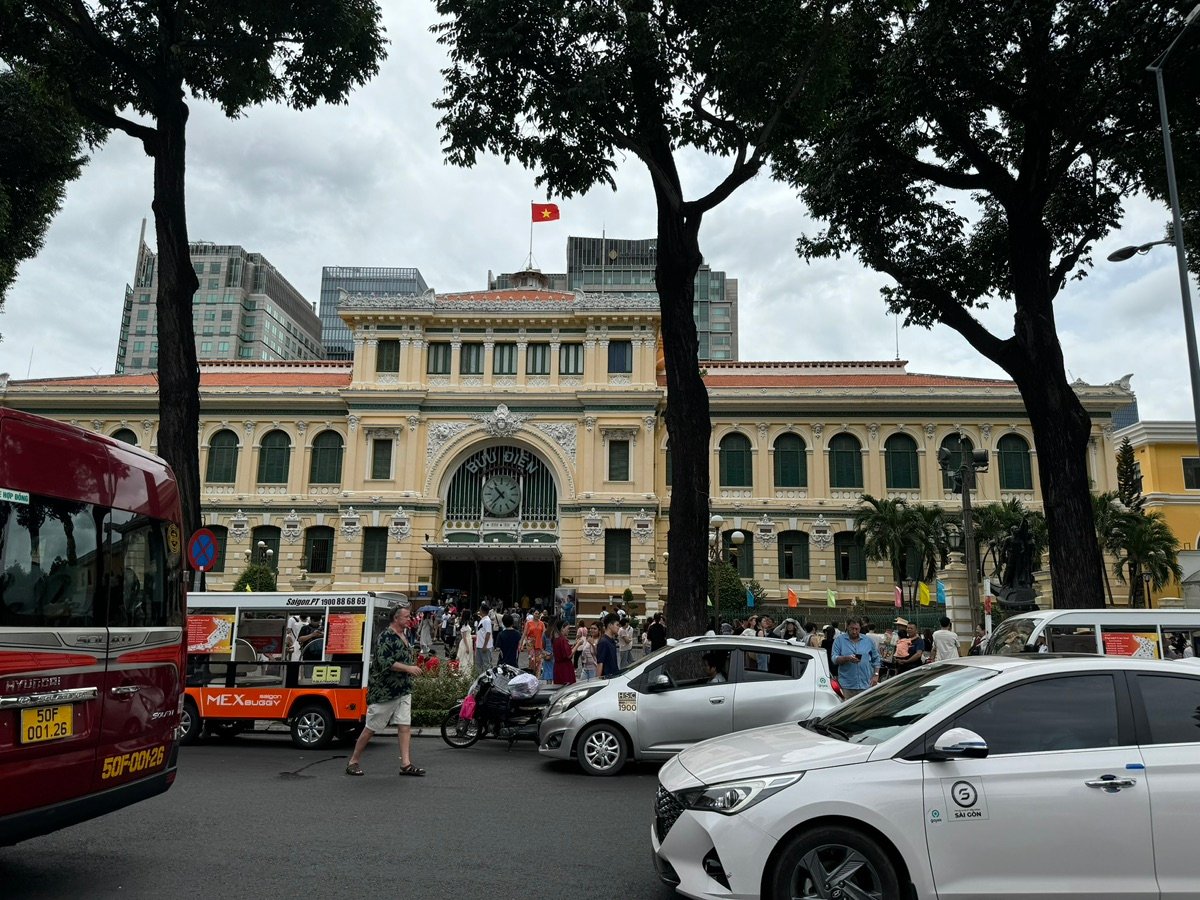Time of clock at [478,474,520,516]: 10:37
